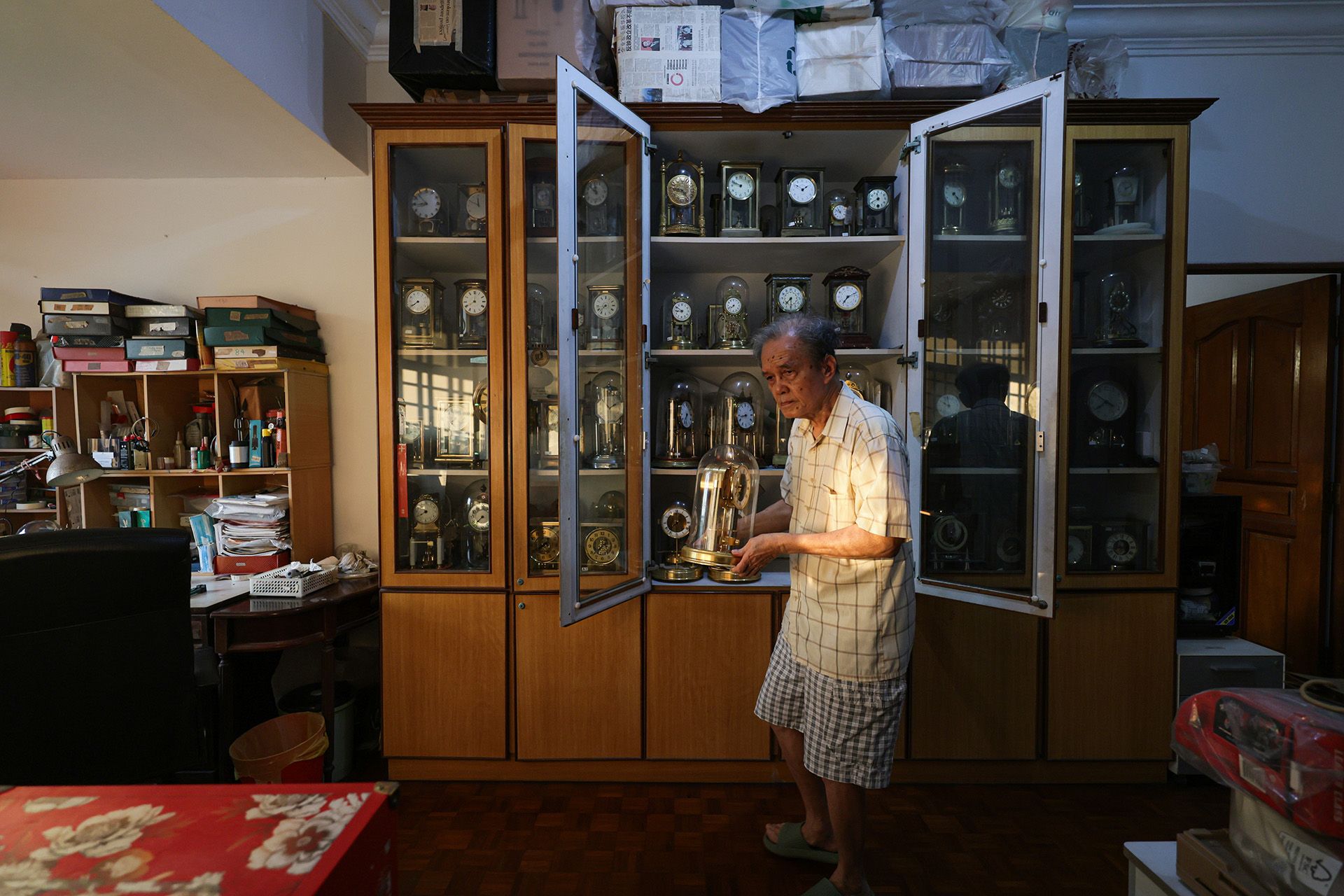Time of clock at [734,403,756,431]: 8:43
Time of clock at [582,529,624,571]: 12:37
